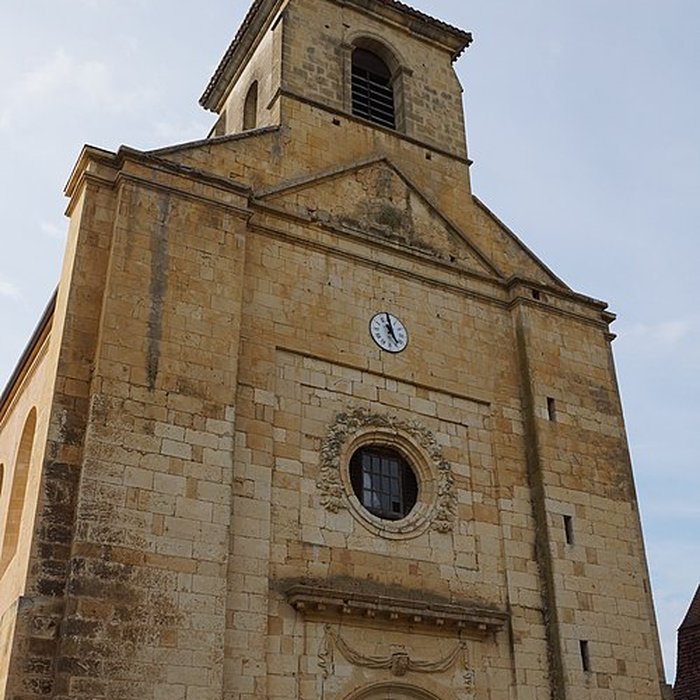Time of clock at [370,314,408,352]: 10:59
